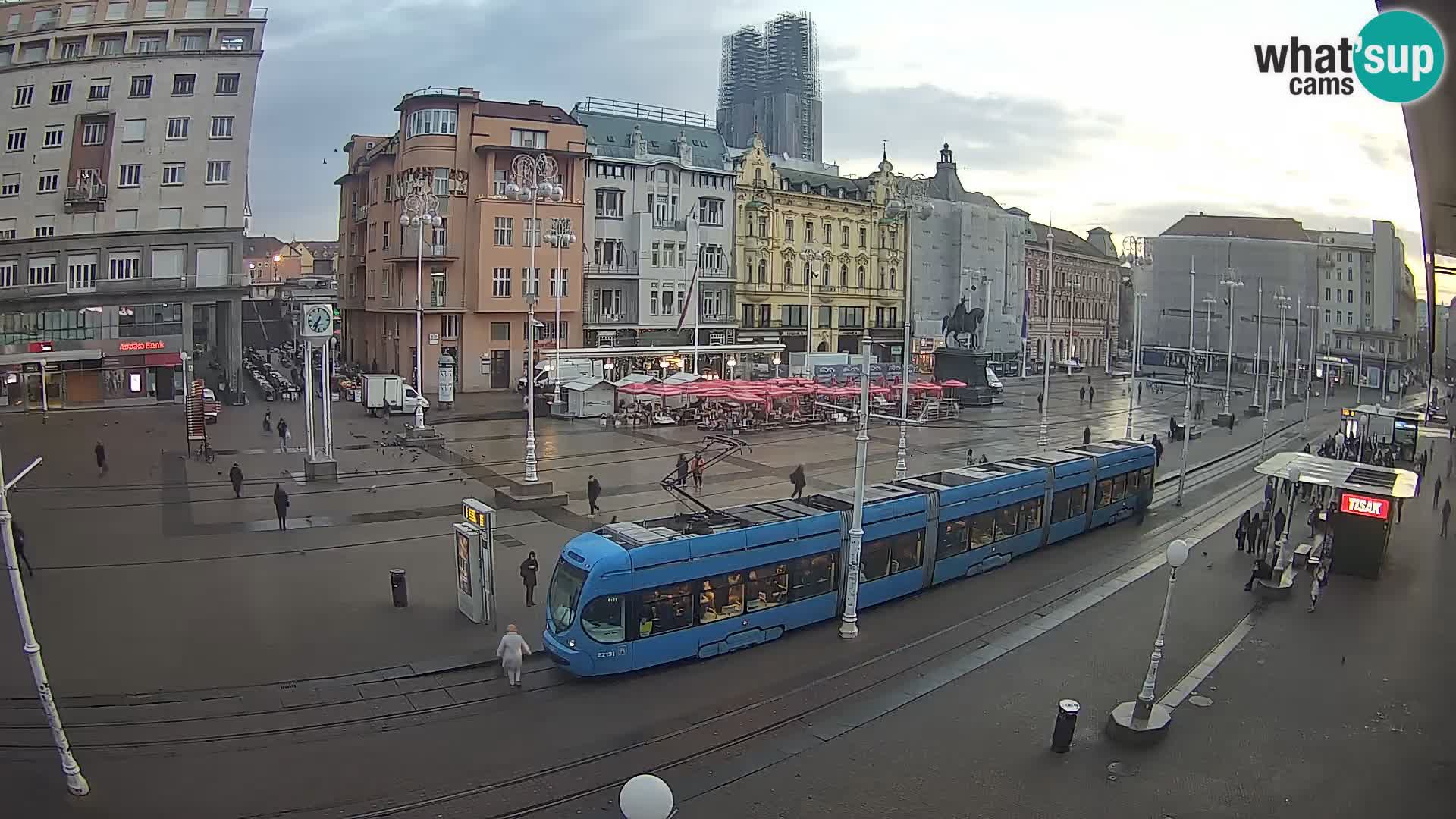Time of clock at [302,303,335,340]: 7:34
